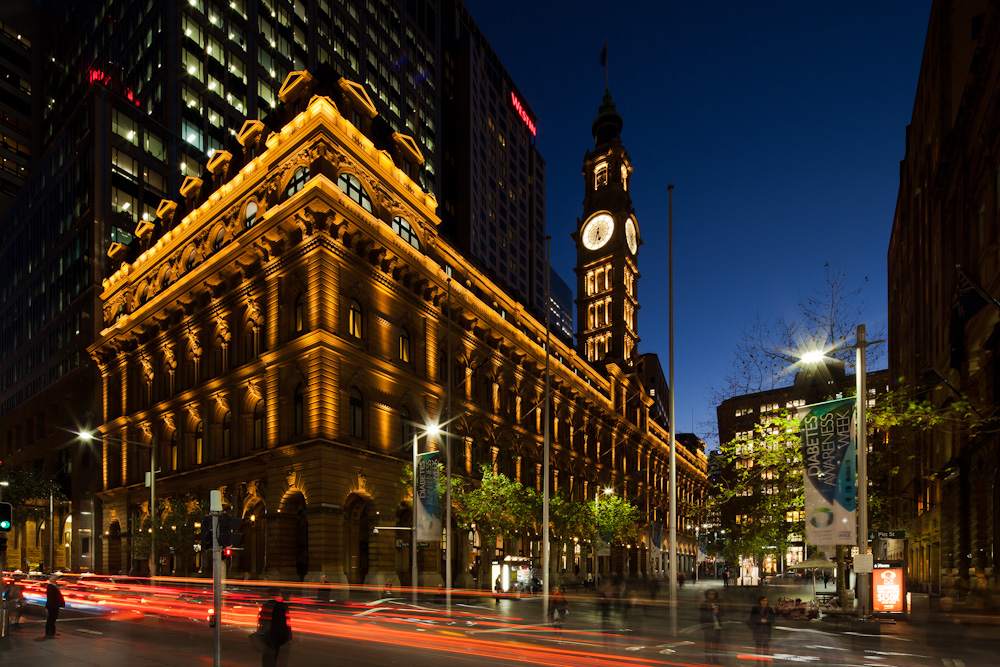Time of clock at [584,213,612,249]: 5:33
